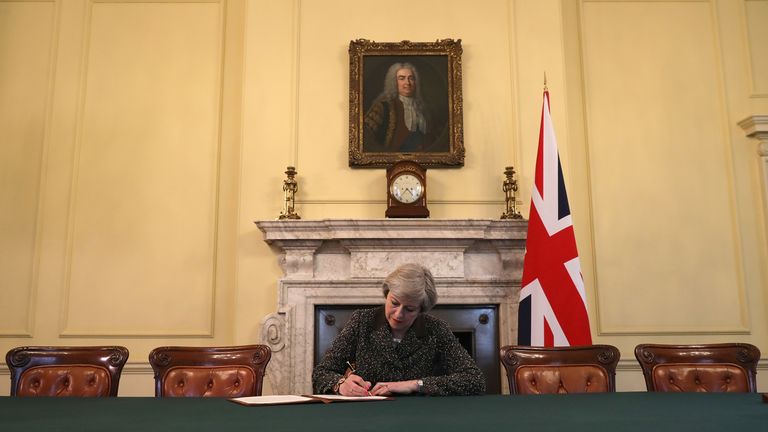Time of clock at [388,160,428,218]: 4:36
